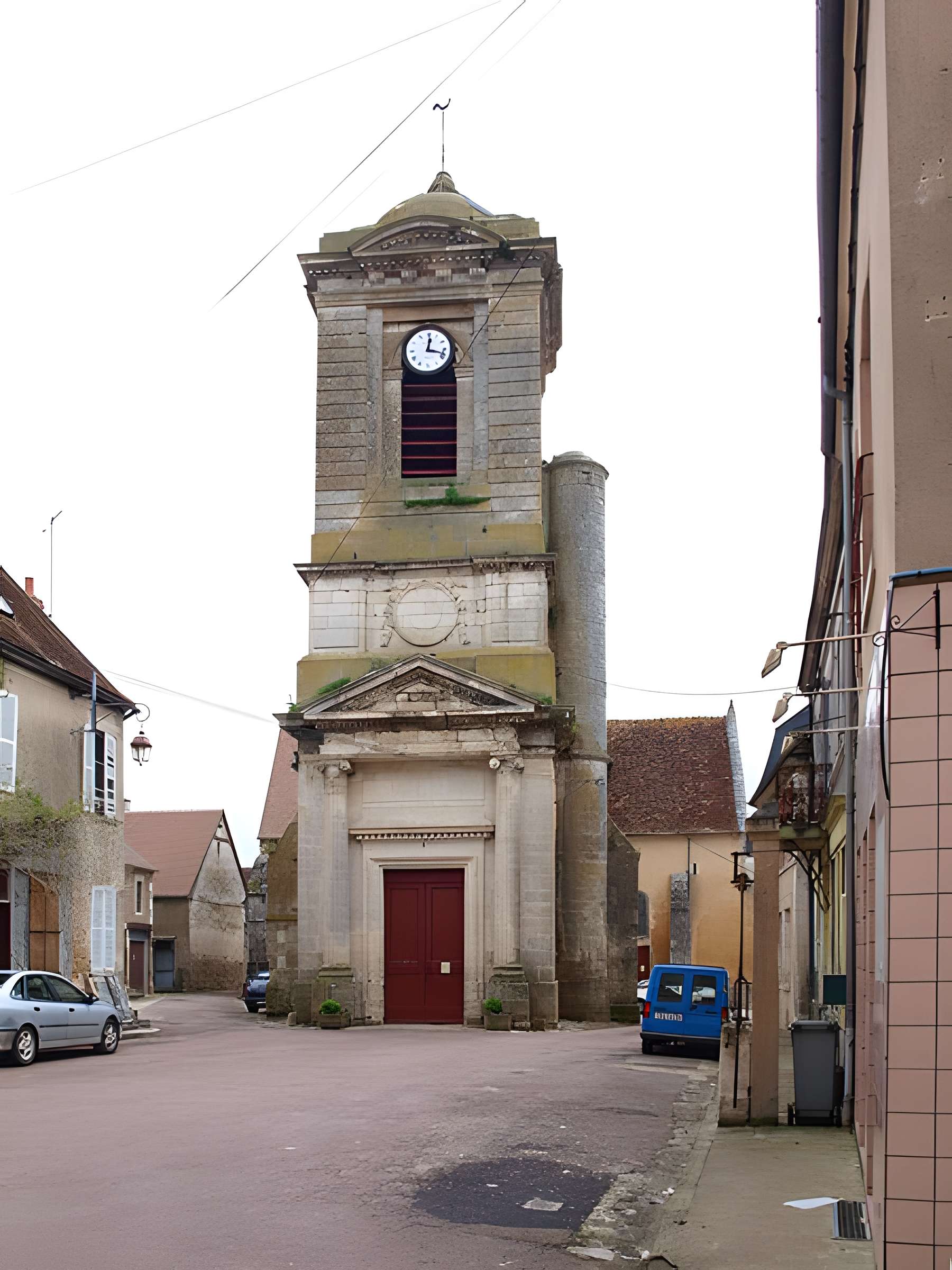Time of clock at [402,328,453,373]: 12:17
